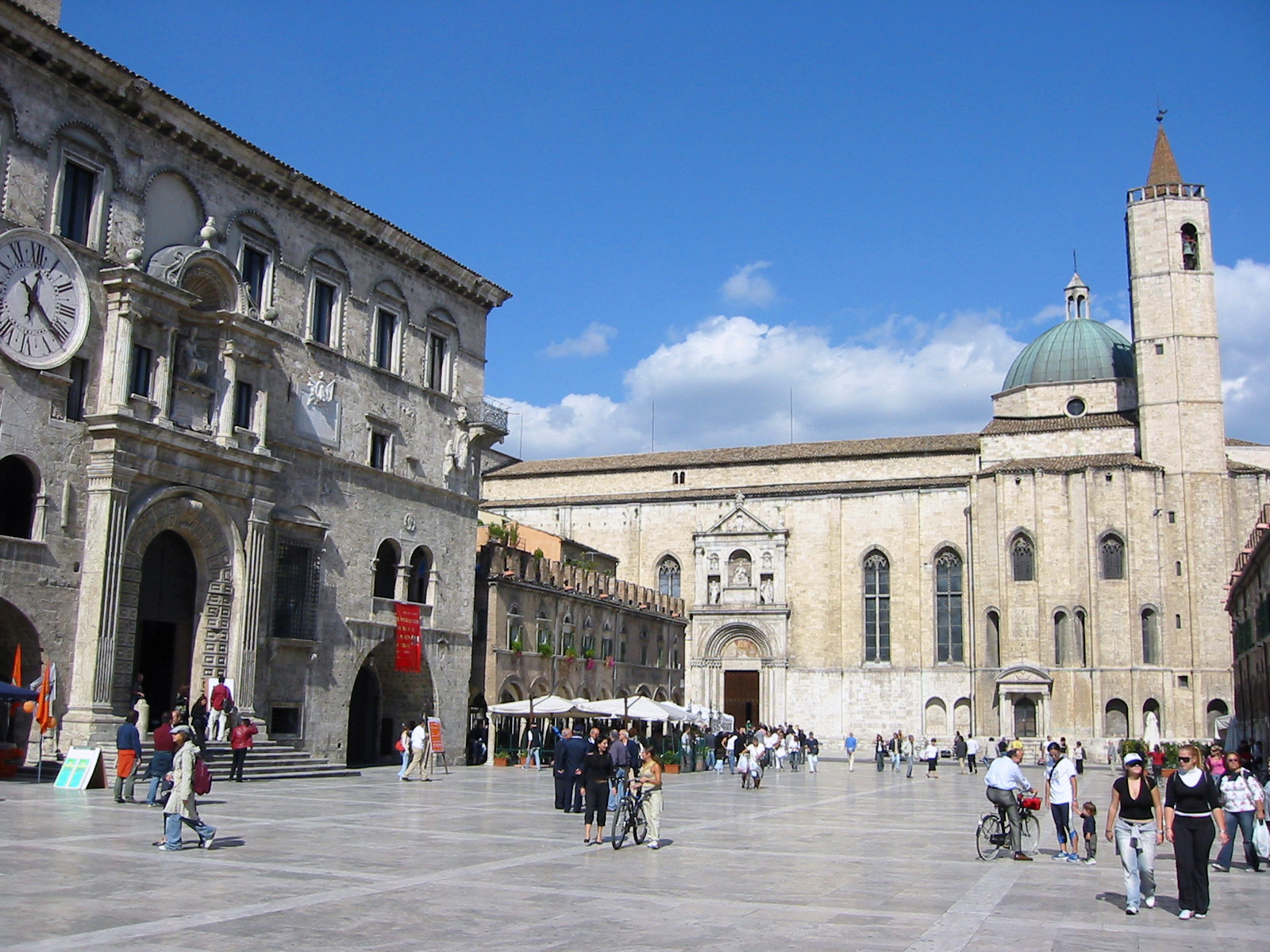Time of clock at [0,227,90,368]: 12:21
